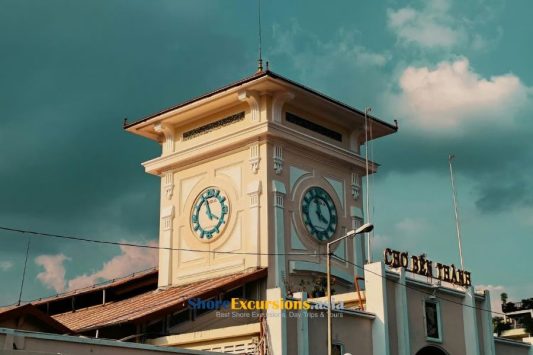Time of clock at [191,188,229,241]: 11:19
